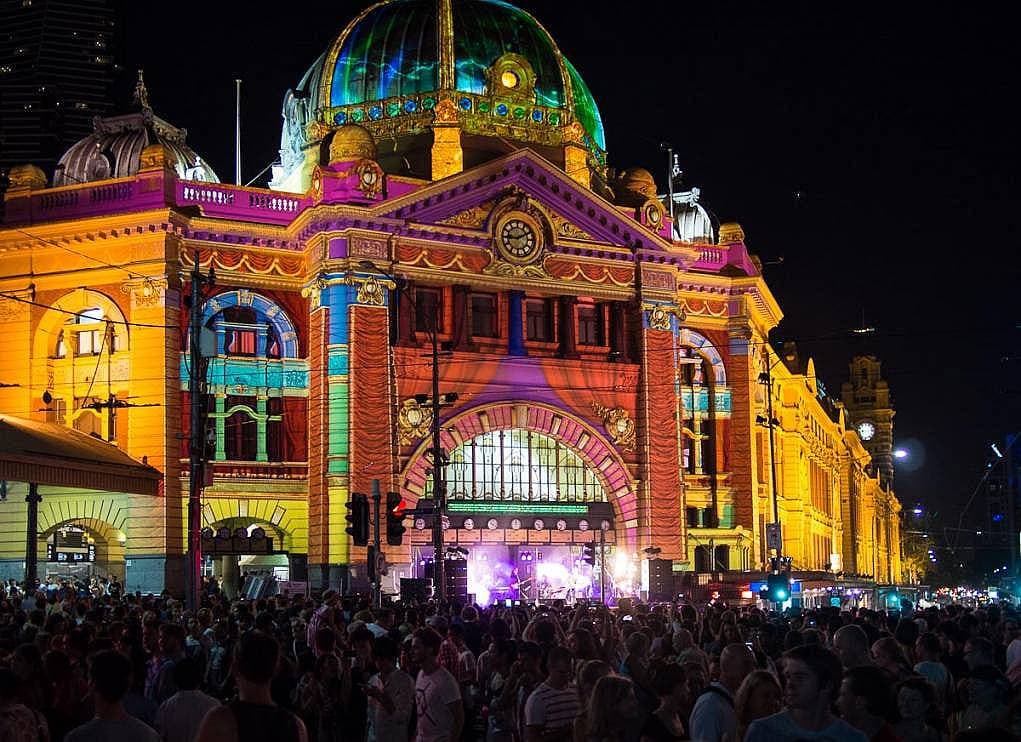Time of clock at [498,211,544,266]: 9:10
